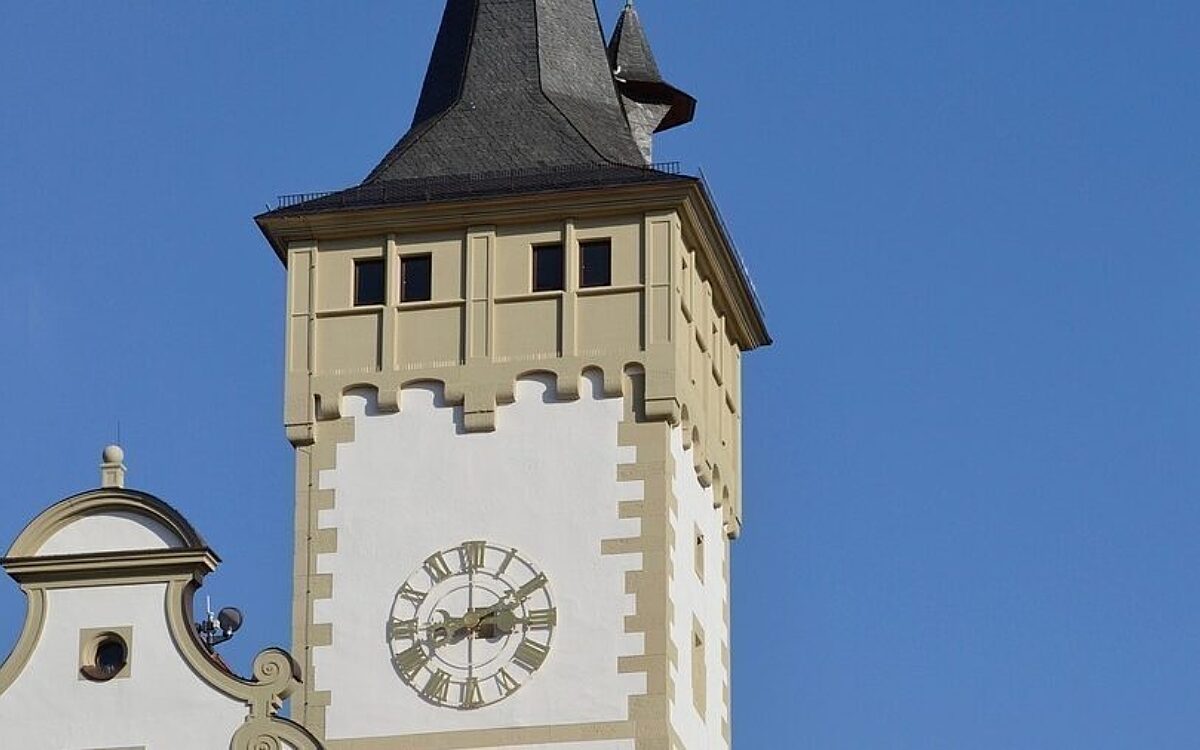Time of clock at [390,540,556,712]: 8:09
